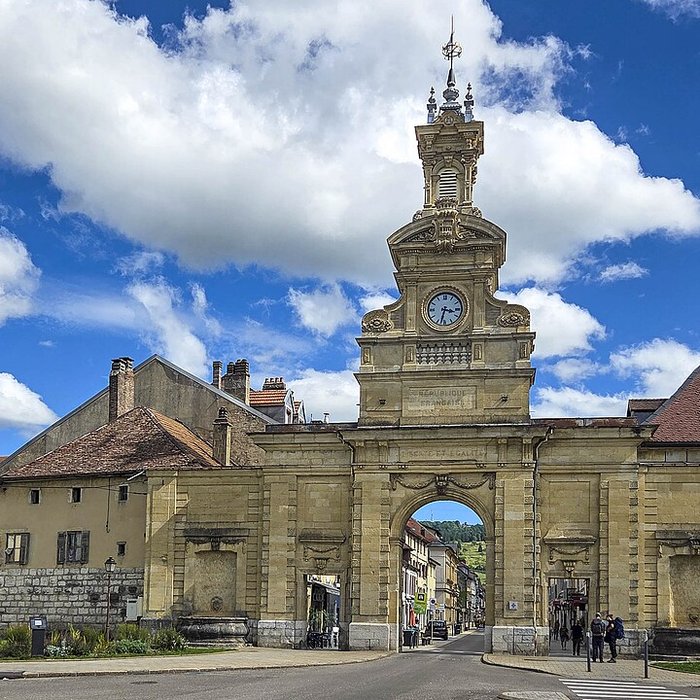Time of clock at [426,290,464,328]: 3:32
